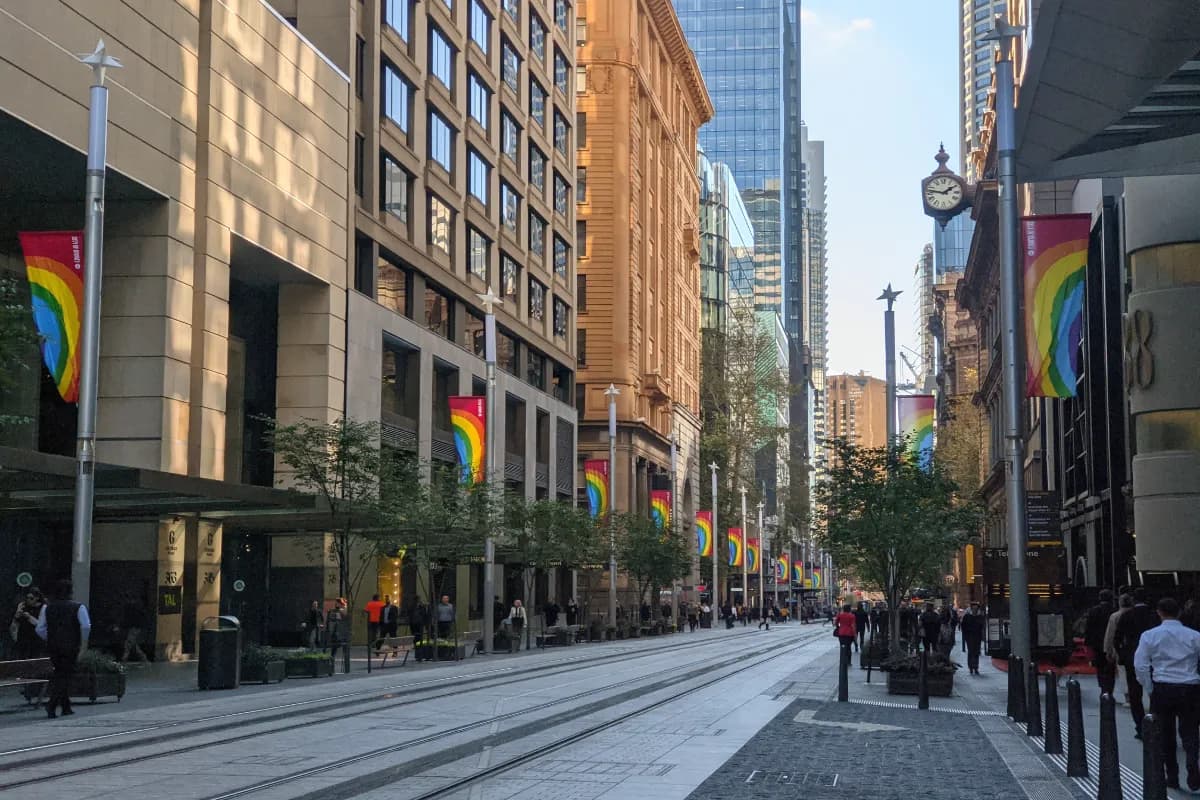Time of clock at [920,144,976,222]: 1:46
